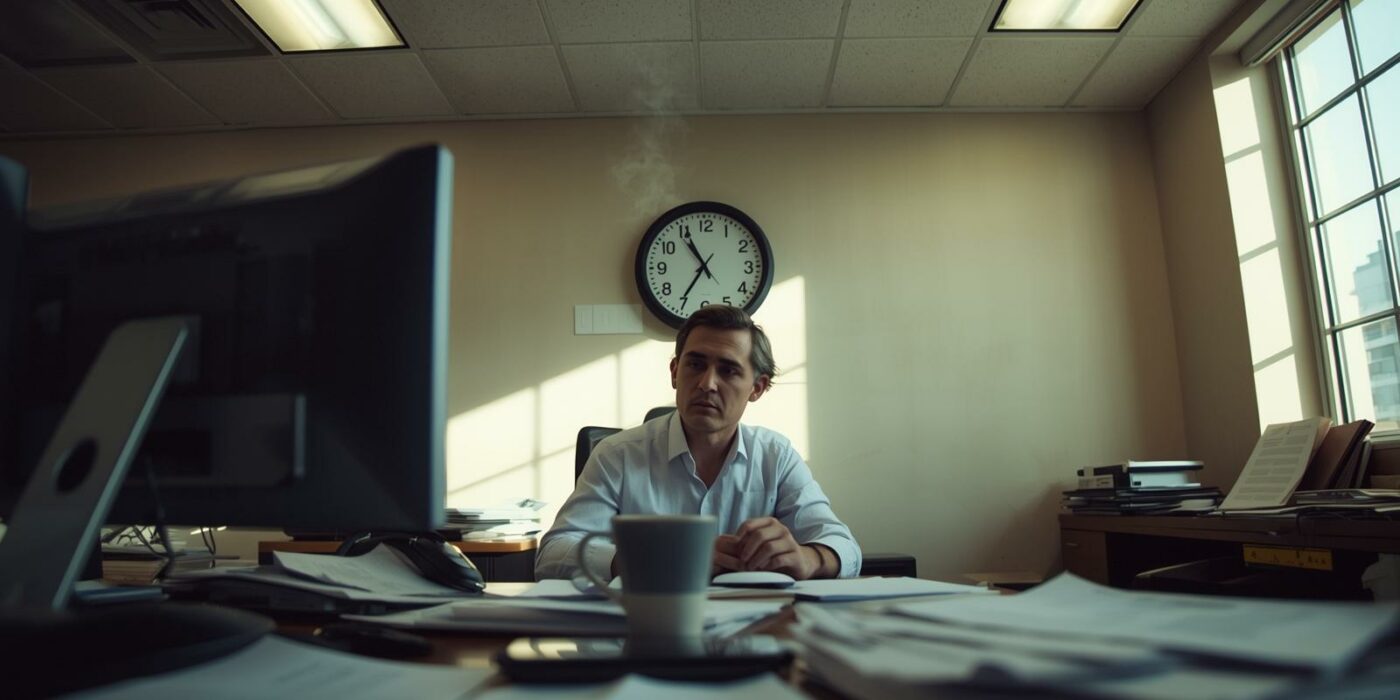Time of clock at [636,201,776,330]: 10:35
